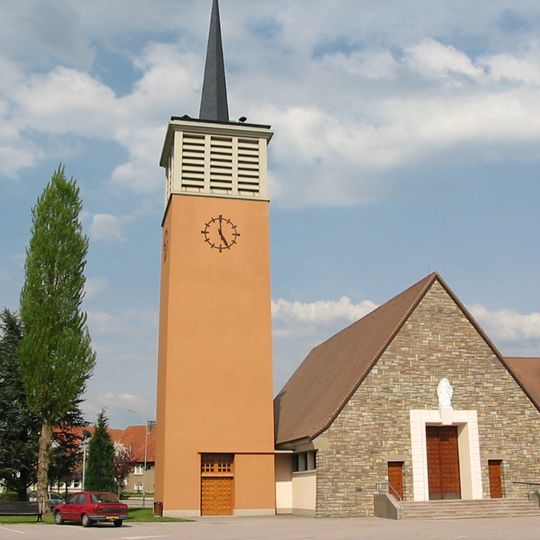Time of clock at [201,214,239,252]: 4:59
